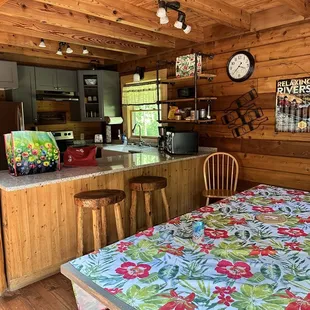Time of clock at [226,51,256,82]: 3:37
